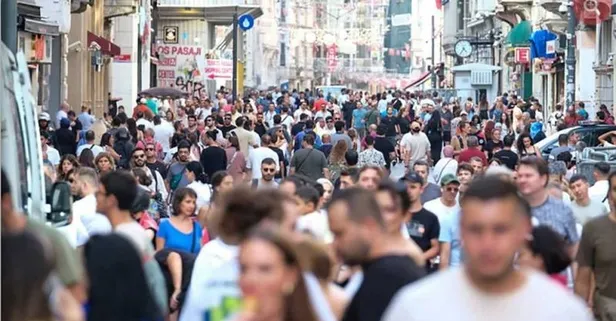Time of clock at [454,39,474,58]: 4:35
